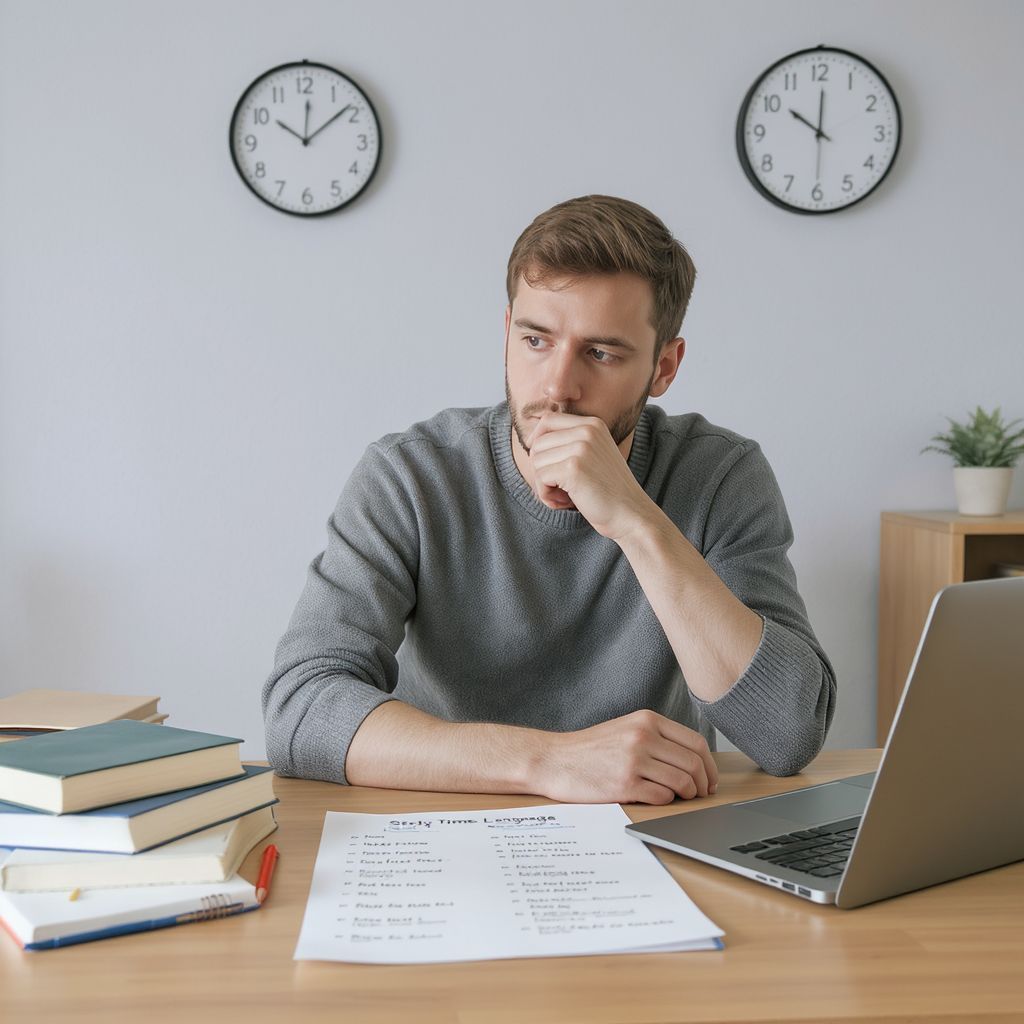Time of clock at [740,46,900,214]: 10:00
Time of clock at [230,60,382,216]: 10:08
